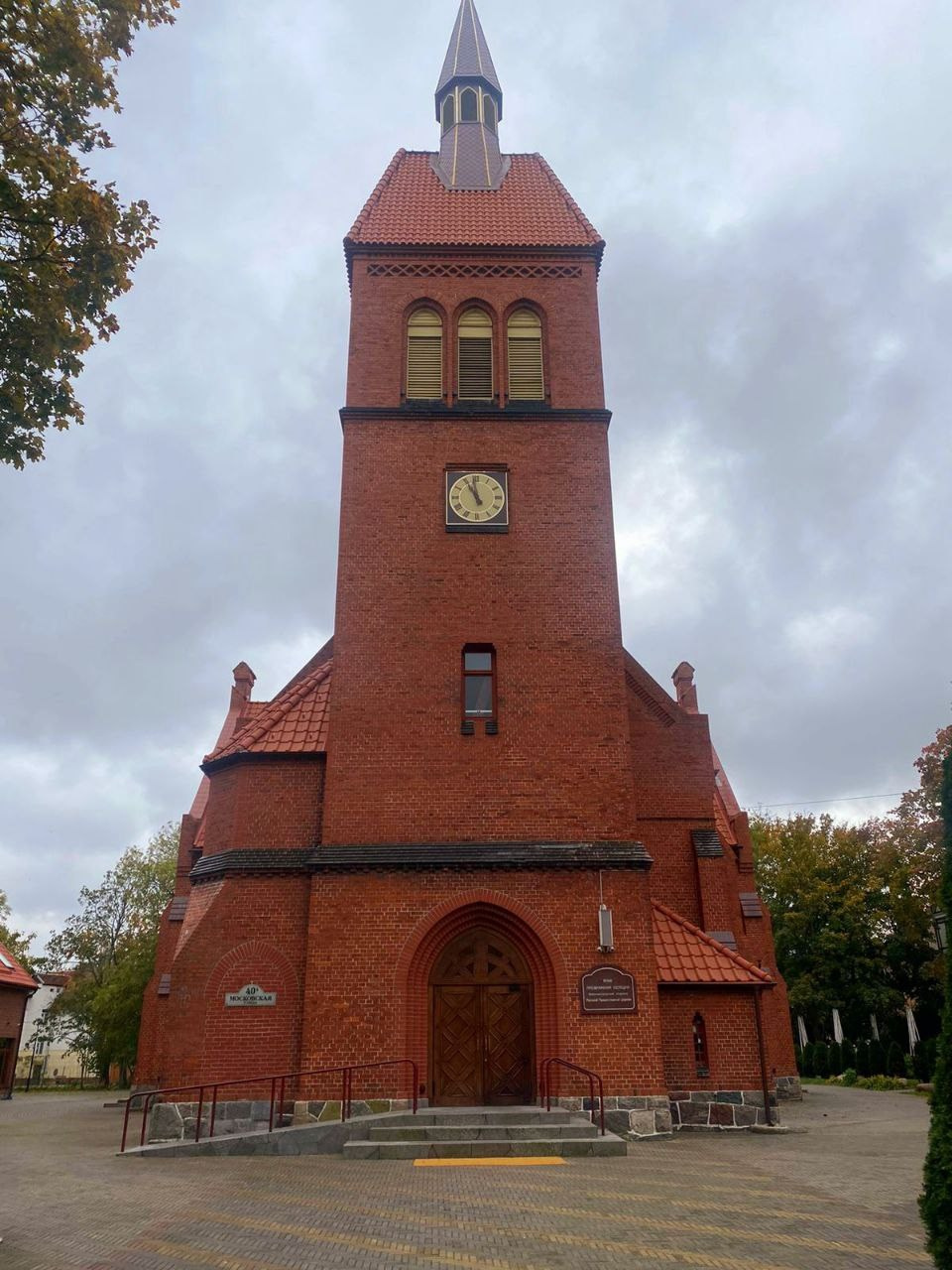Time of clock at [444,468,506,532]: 10:58
